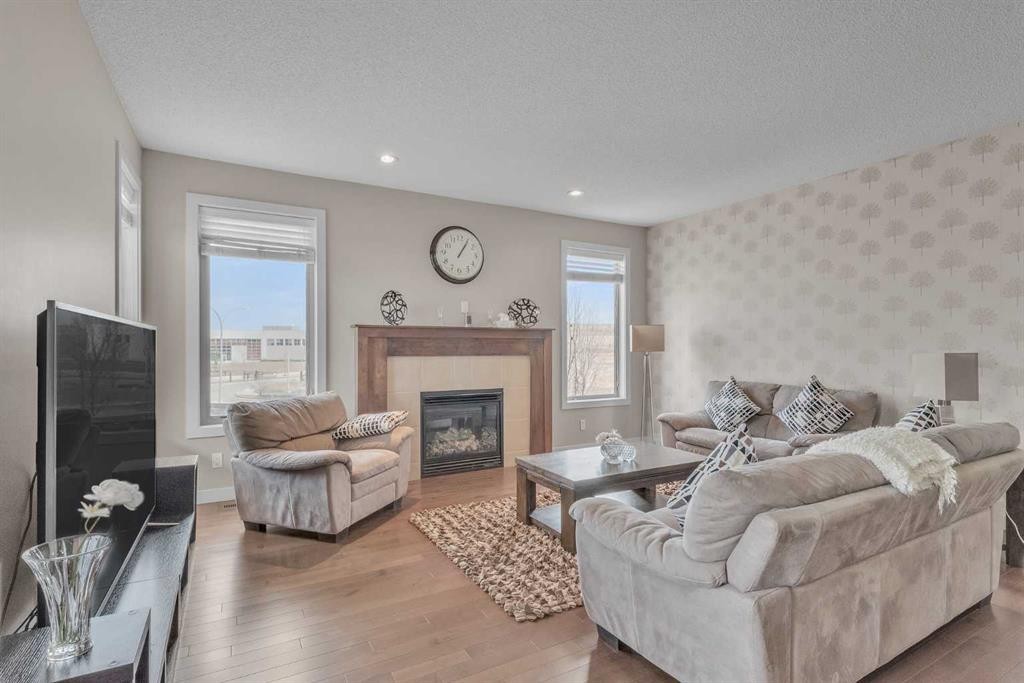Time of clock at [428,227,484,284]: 1:05
